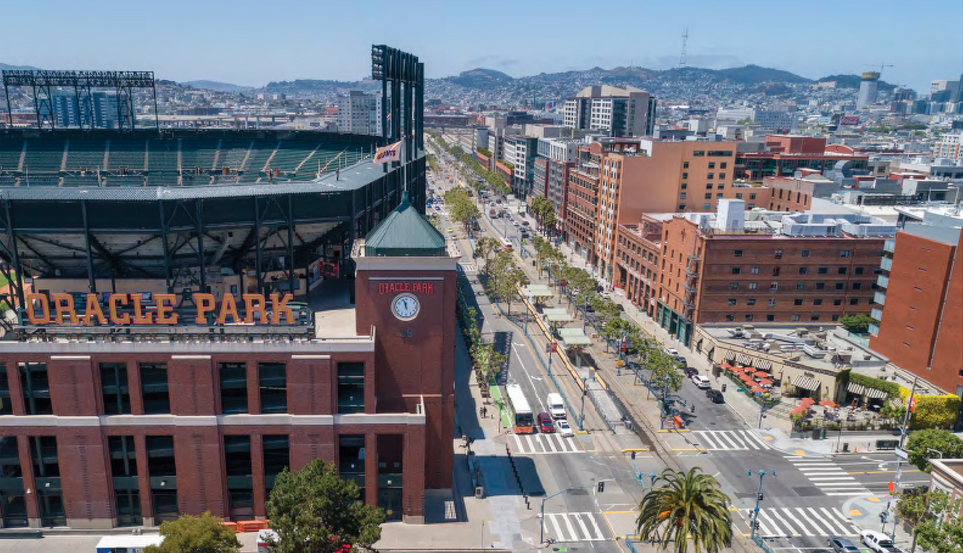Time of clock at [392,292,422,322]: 11:57
